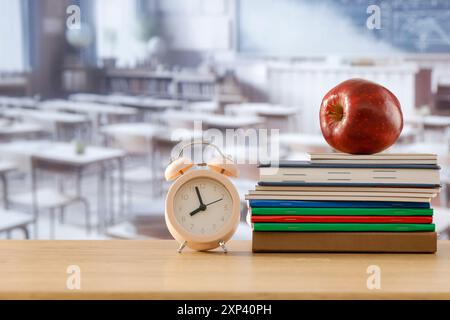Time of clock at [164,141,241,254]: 7:57
